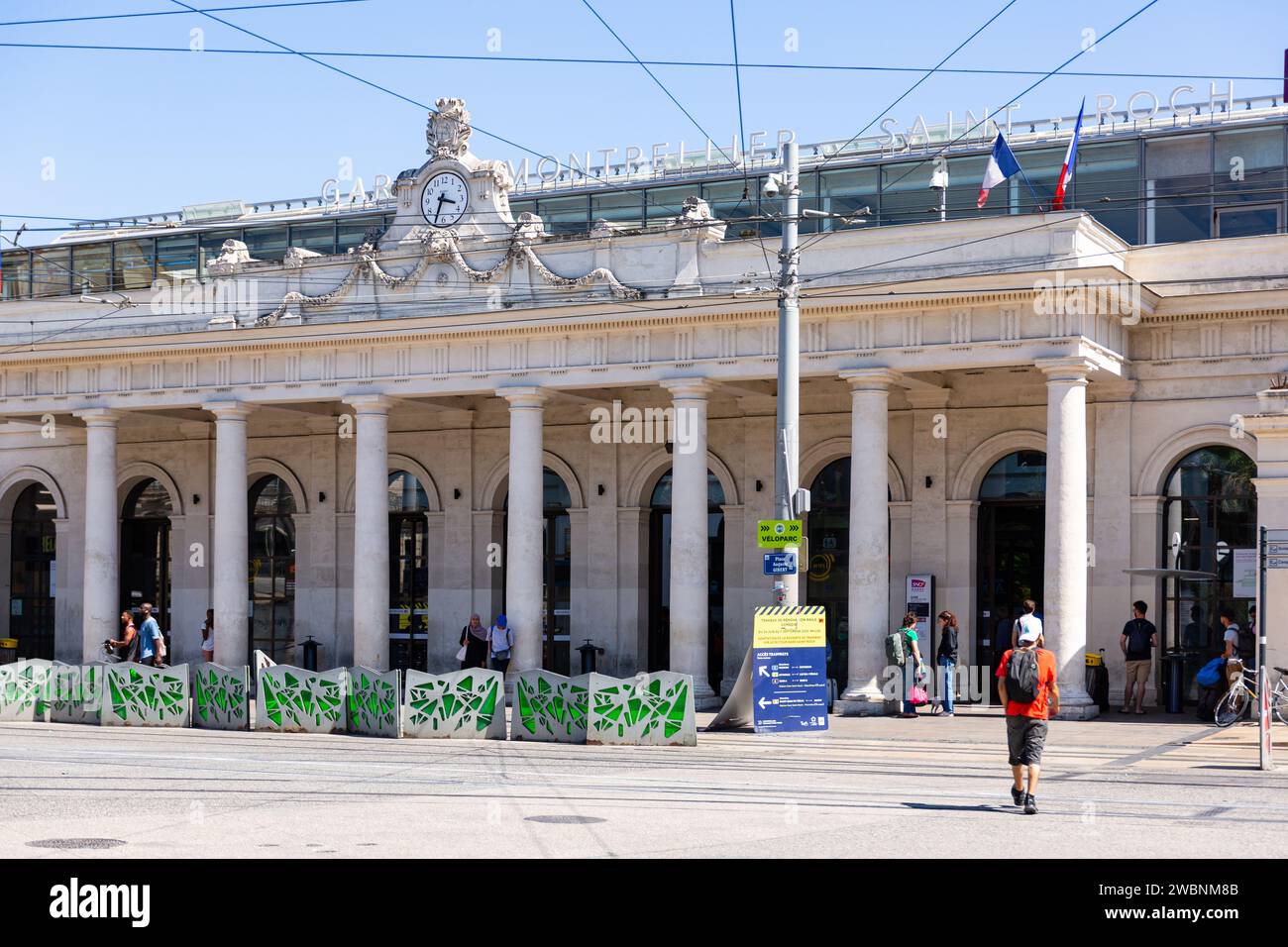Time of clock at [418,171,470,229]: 3:33
